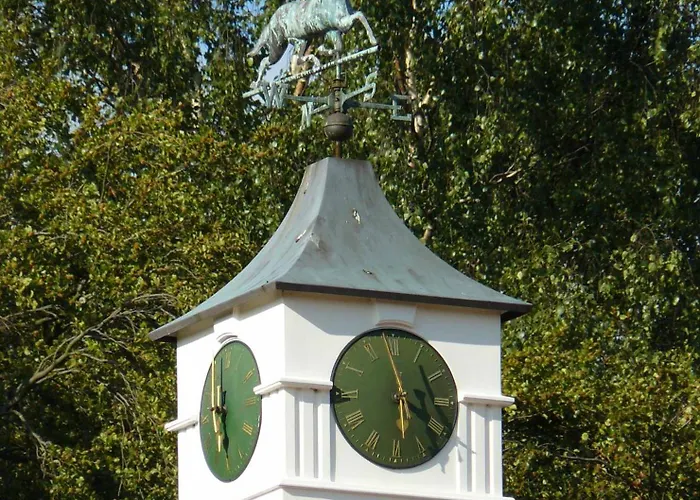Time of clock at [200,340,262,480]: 5:59
